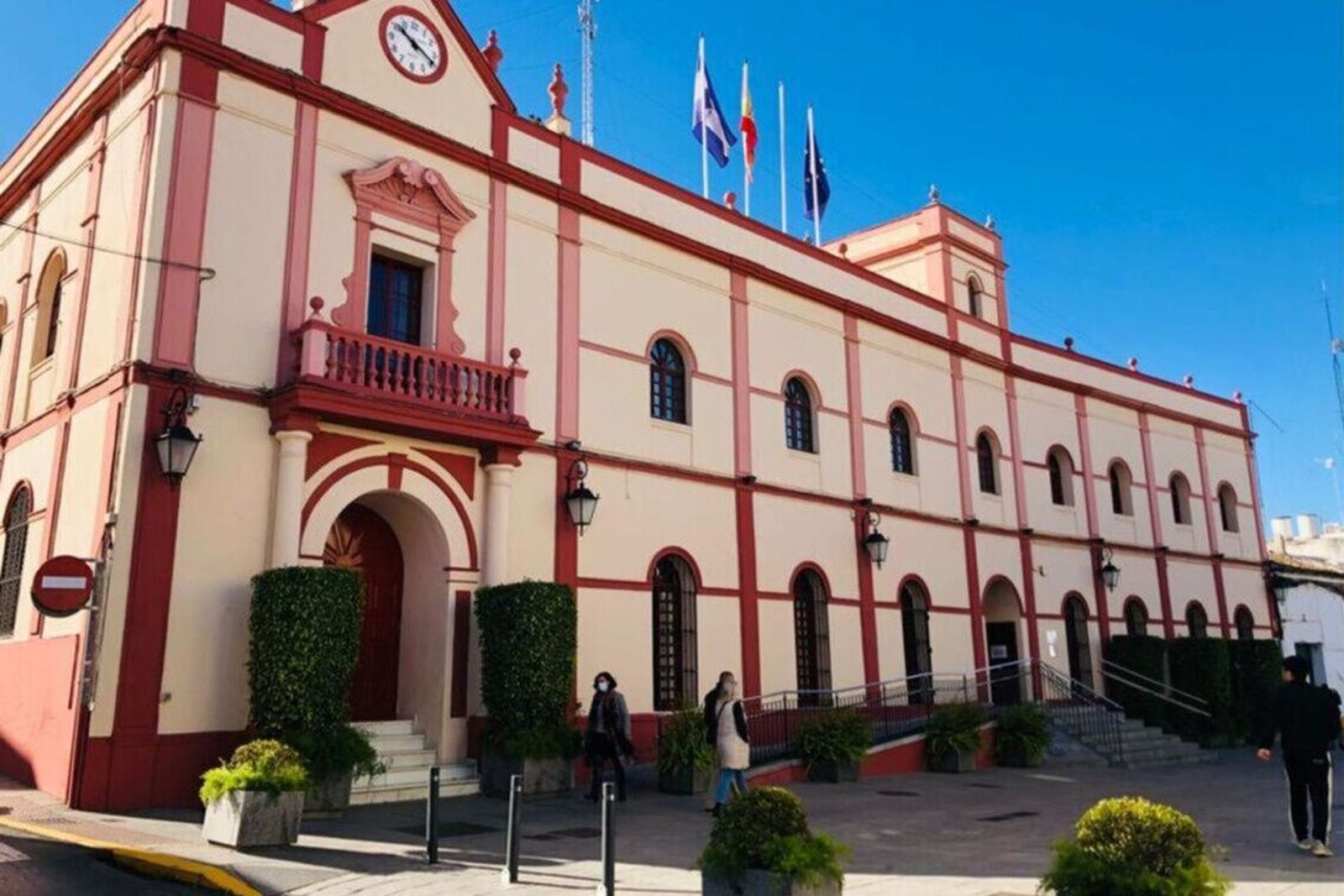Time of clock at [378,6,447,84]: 10:19
